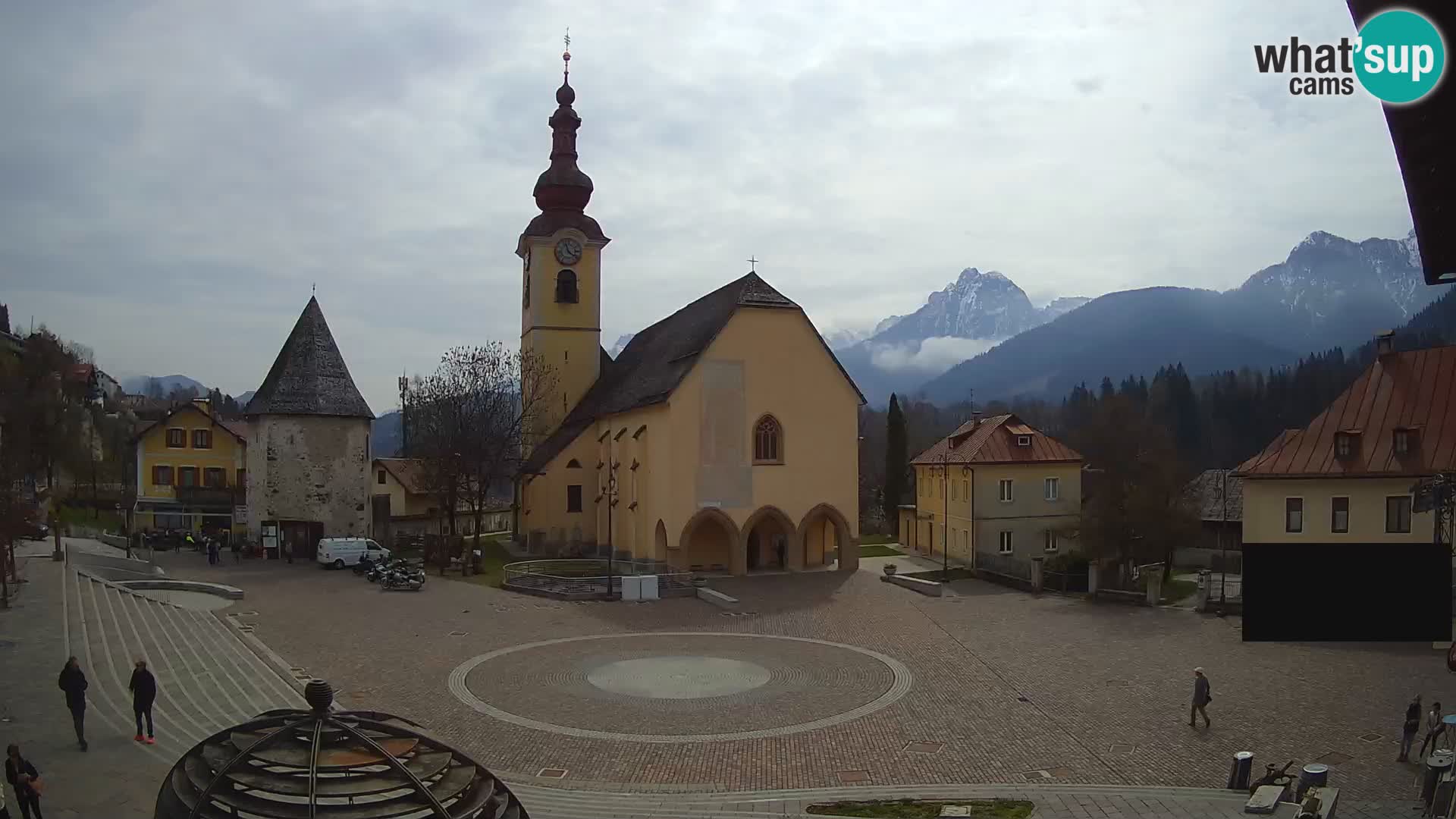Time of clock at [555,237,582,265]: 11:21
